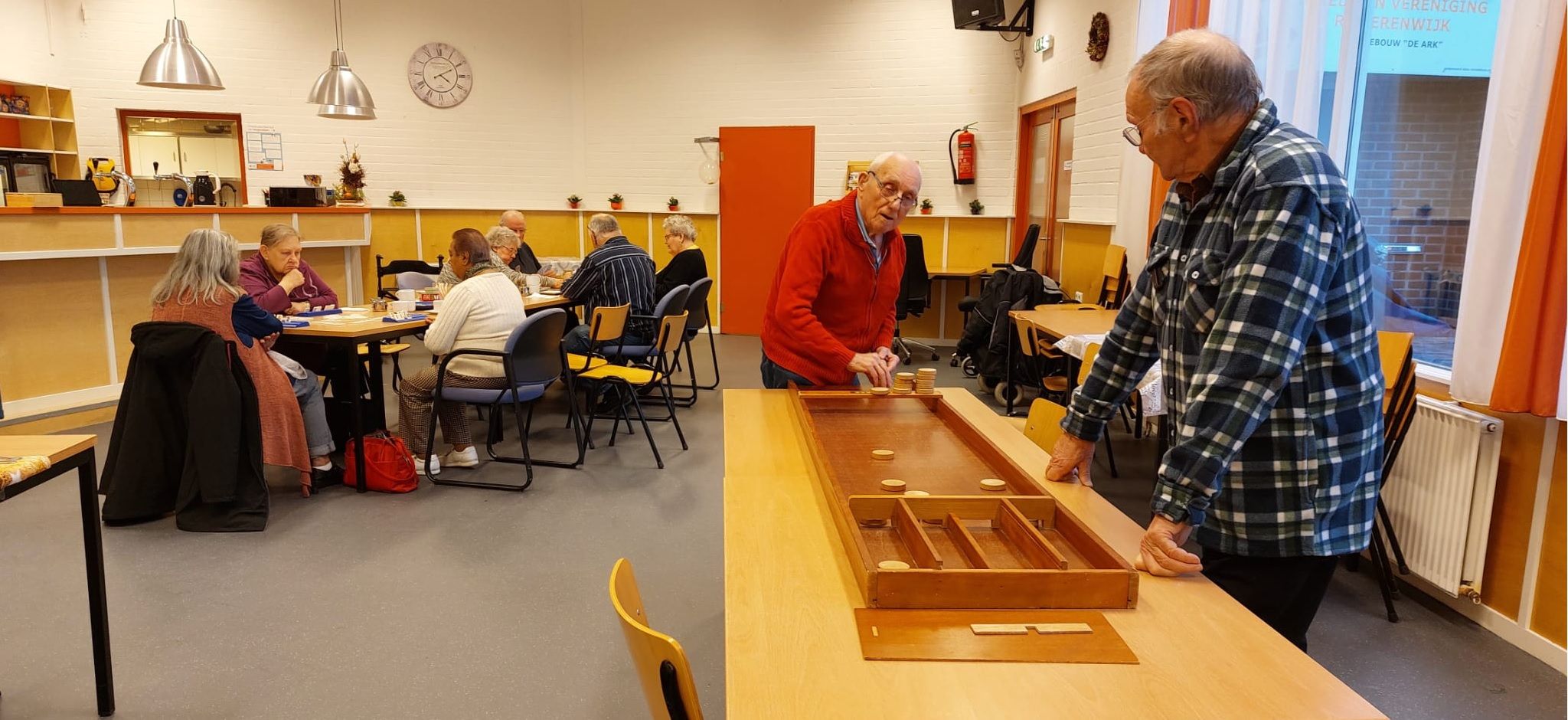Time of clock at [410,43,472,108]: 4:10
